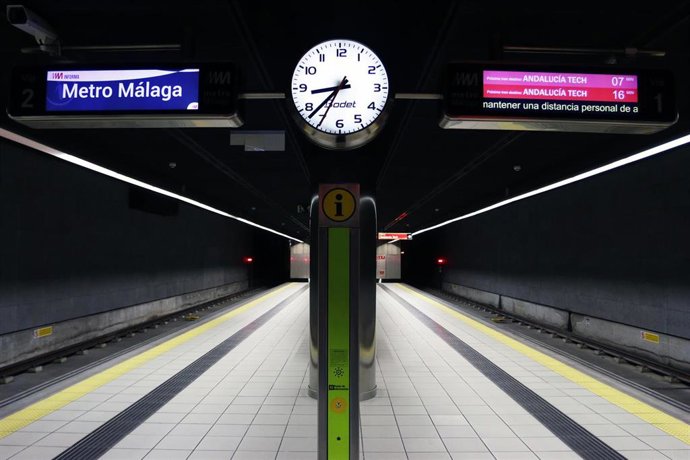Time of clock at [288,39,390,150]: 8:37
